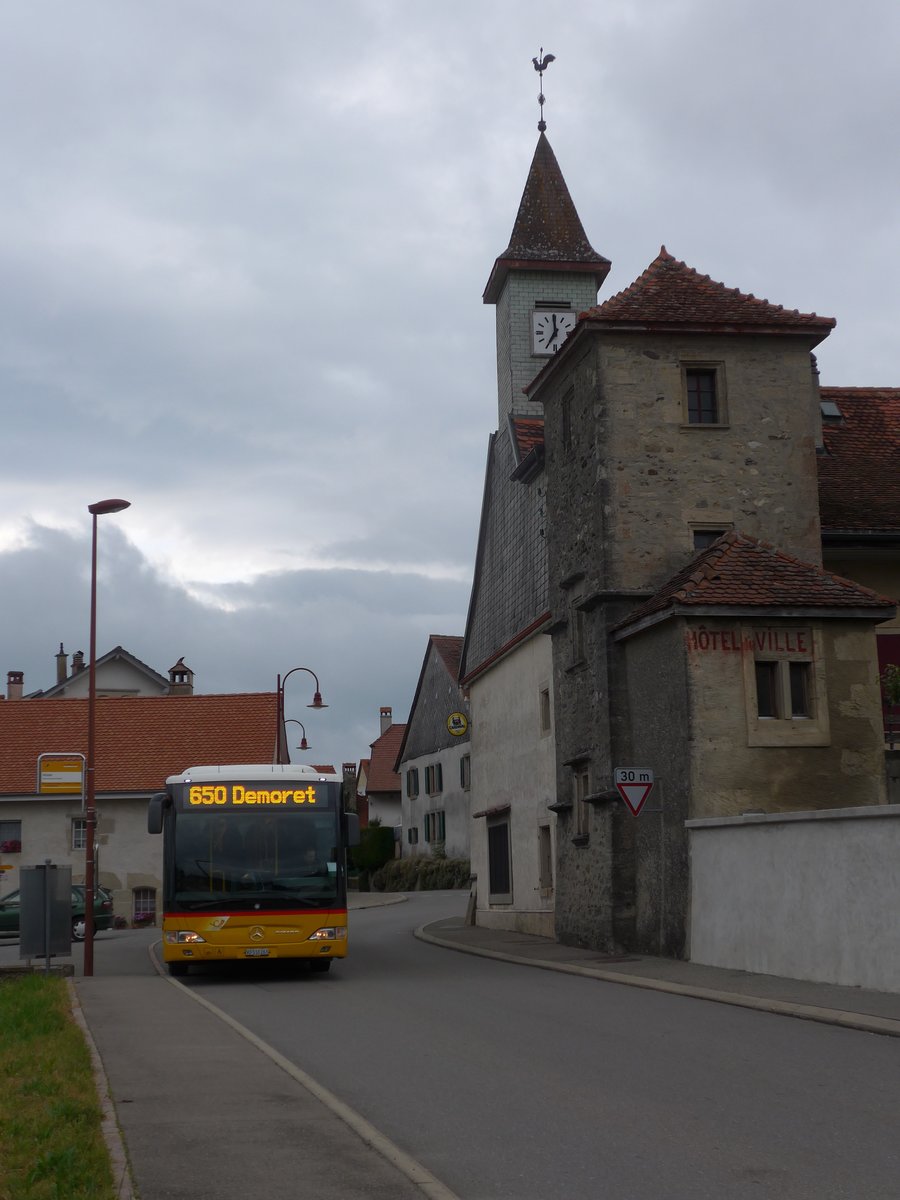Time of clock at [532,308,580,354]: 6:59
